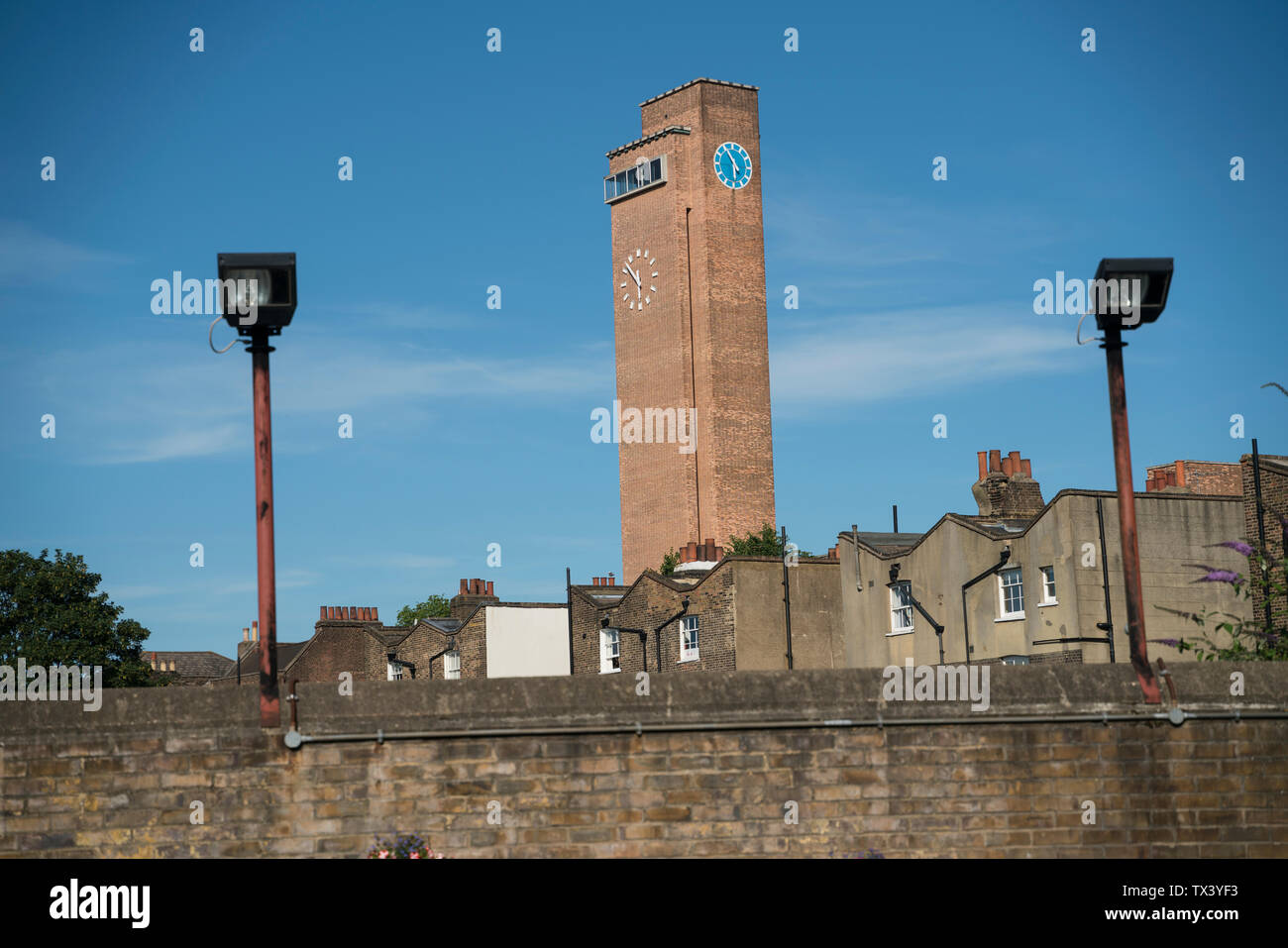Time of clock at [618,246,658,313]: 5:51
